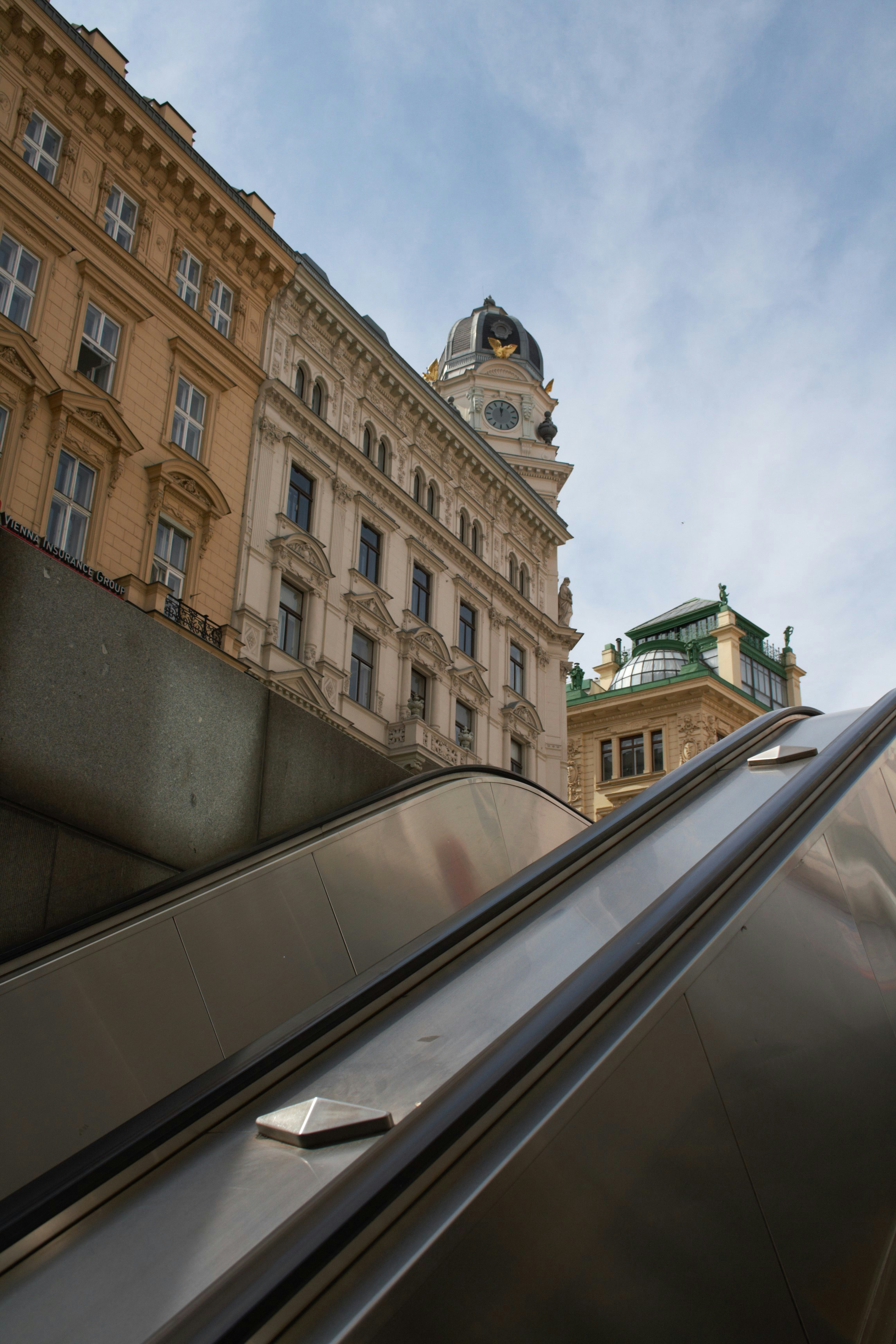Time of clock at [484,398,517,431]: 11:58
